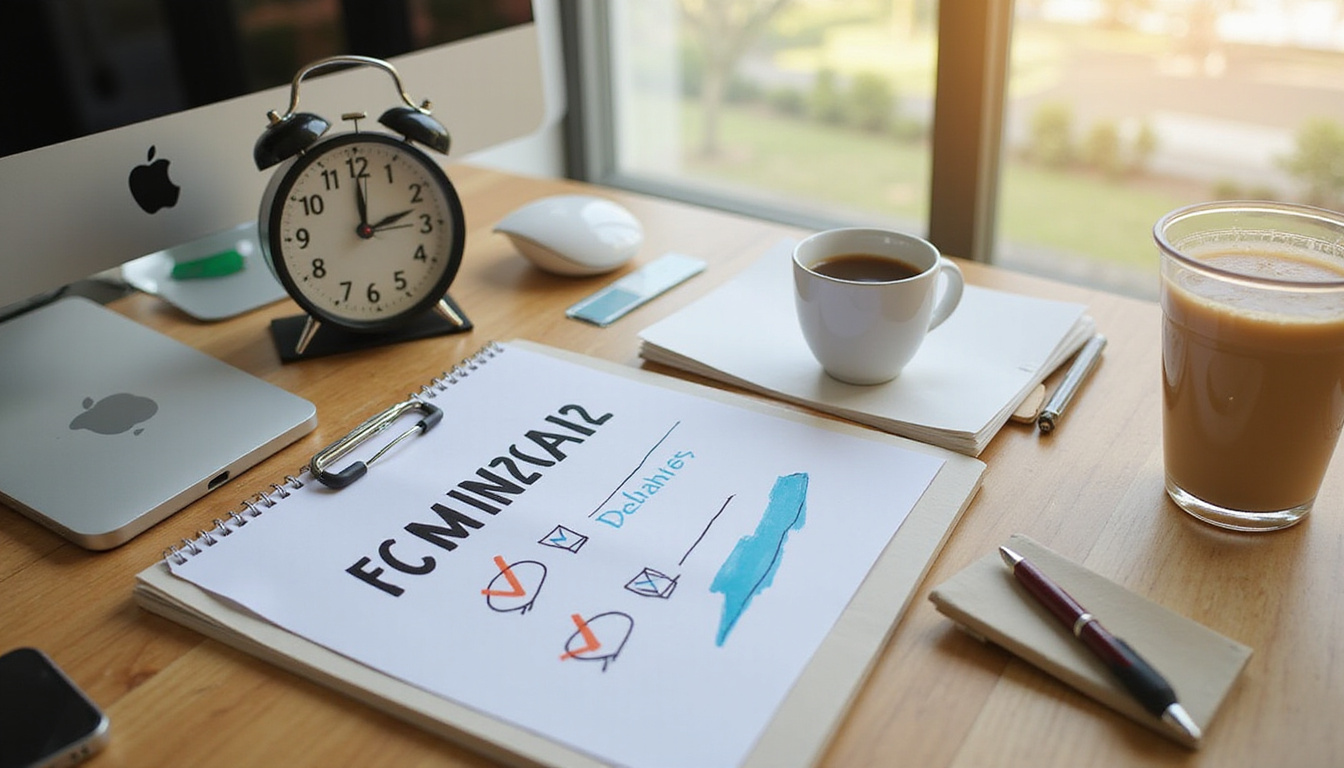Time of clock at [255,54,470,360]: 12:12
